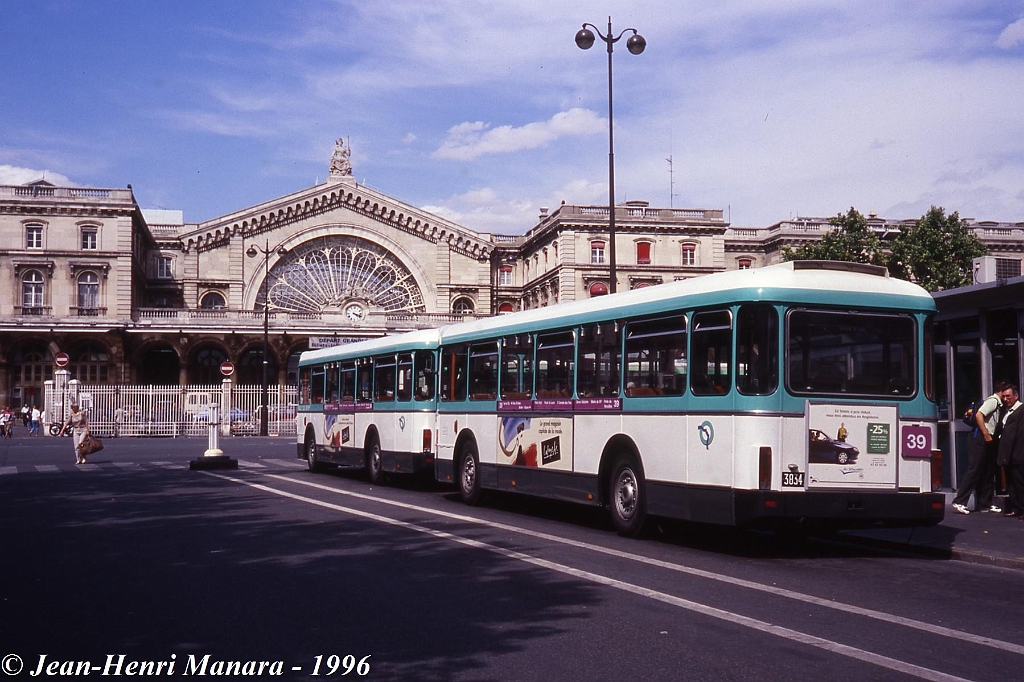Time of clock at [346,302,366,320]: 4:17
